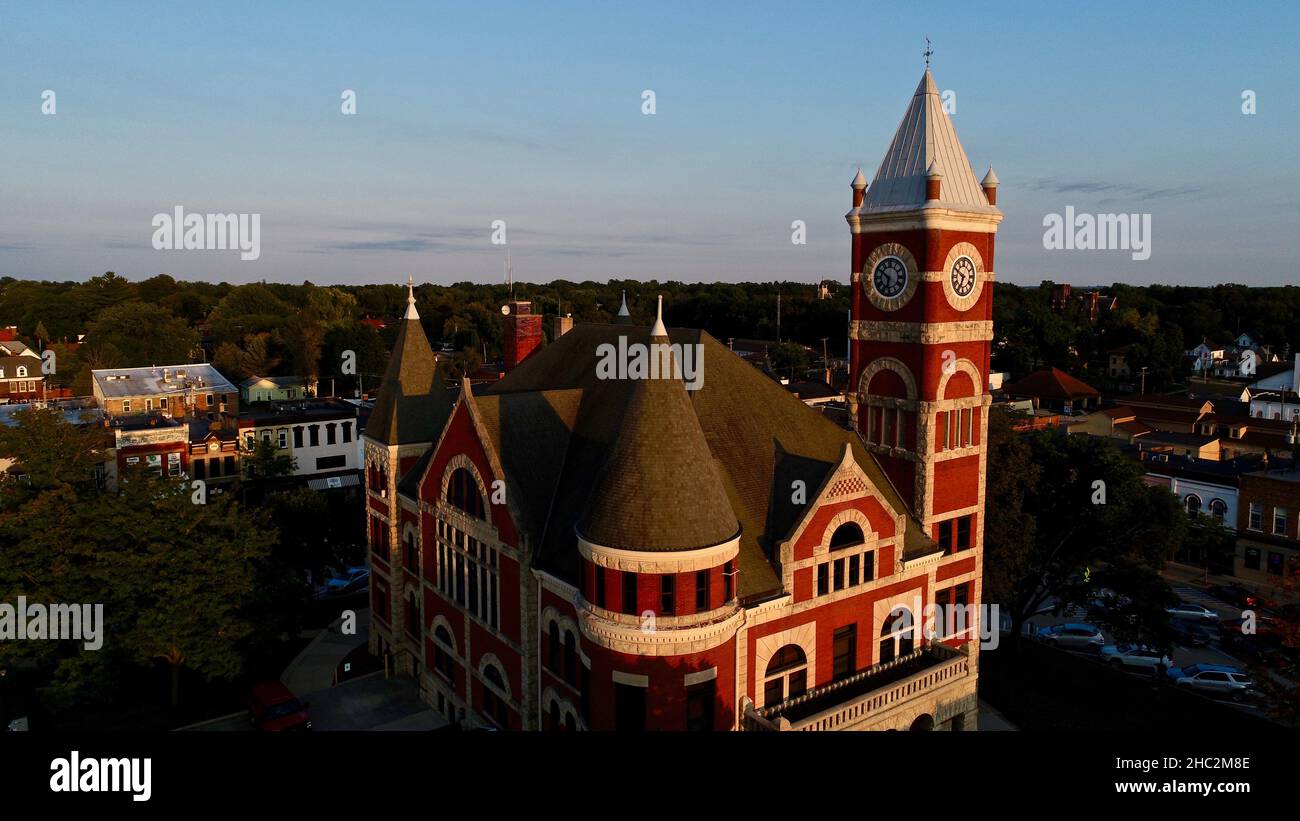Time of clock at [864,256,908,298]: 6:50
